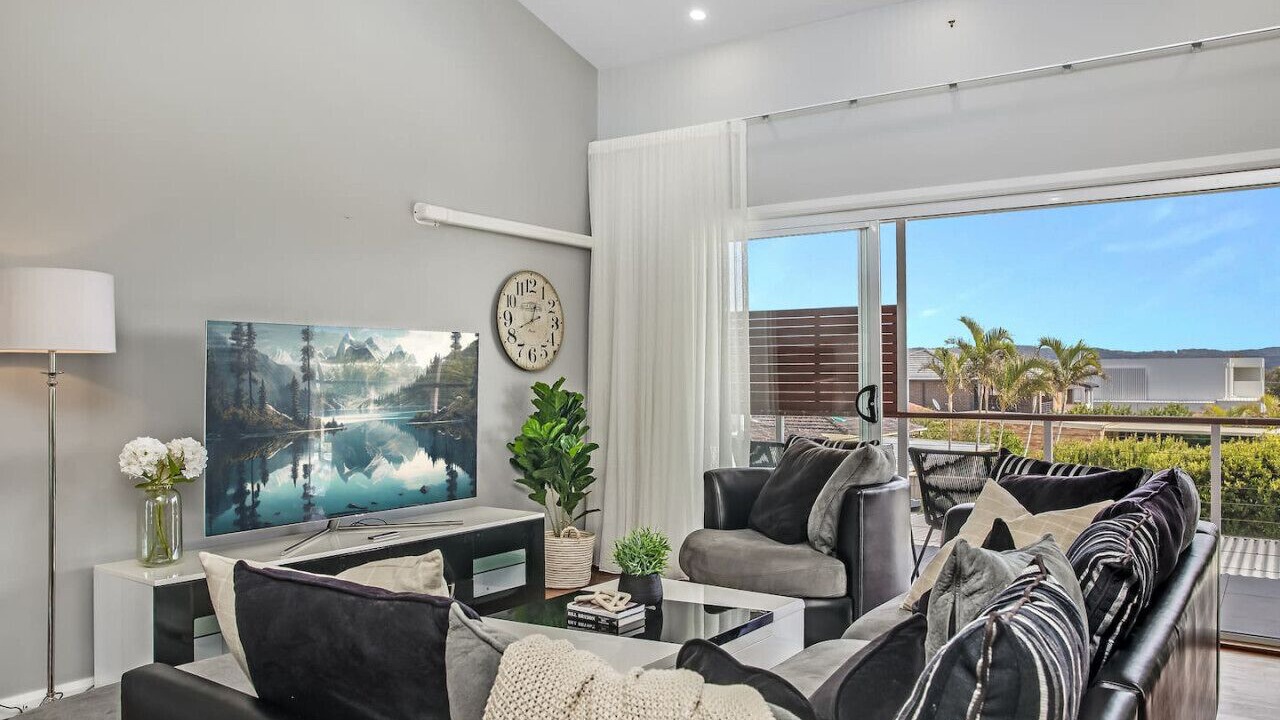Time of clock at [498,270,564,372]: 12:41
